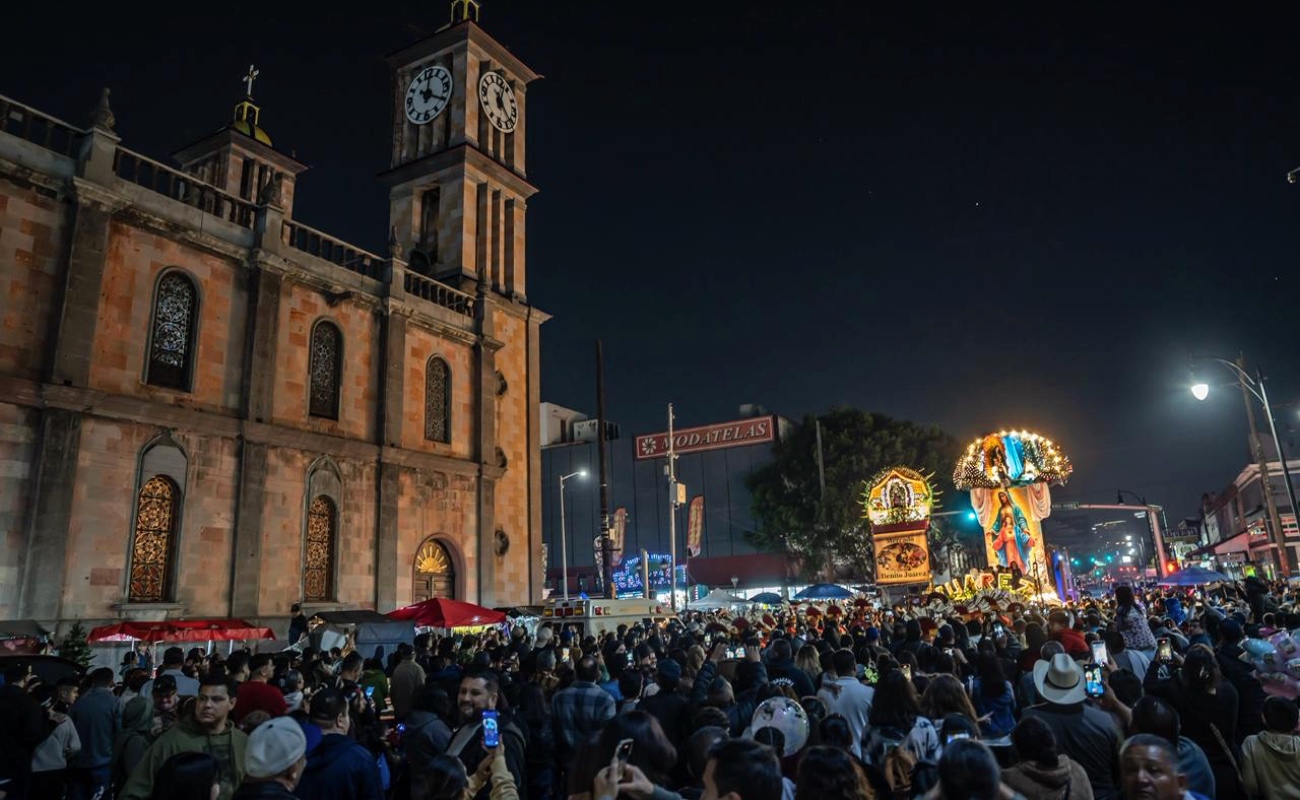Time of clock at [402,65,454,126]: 12:19
